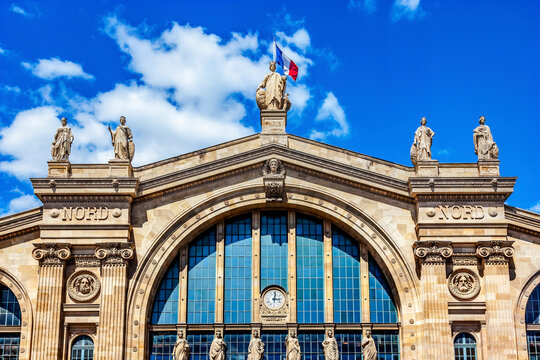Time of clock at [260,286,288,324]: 3:01
